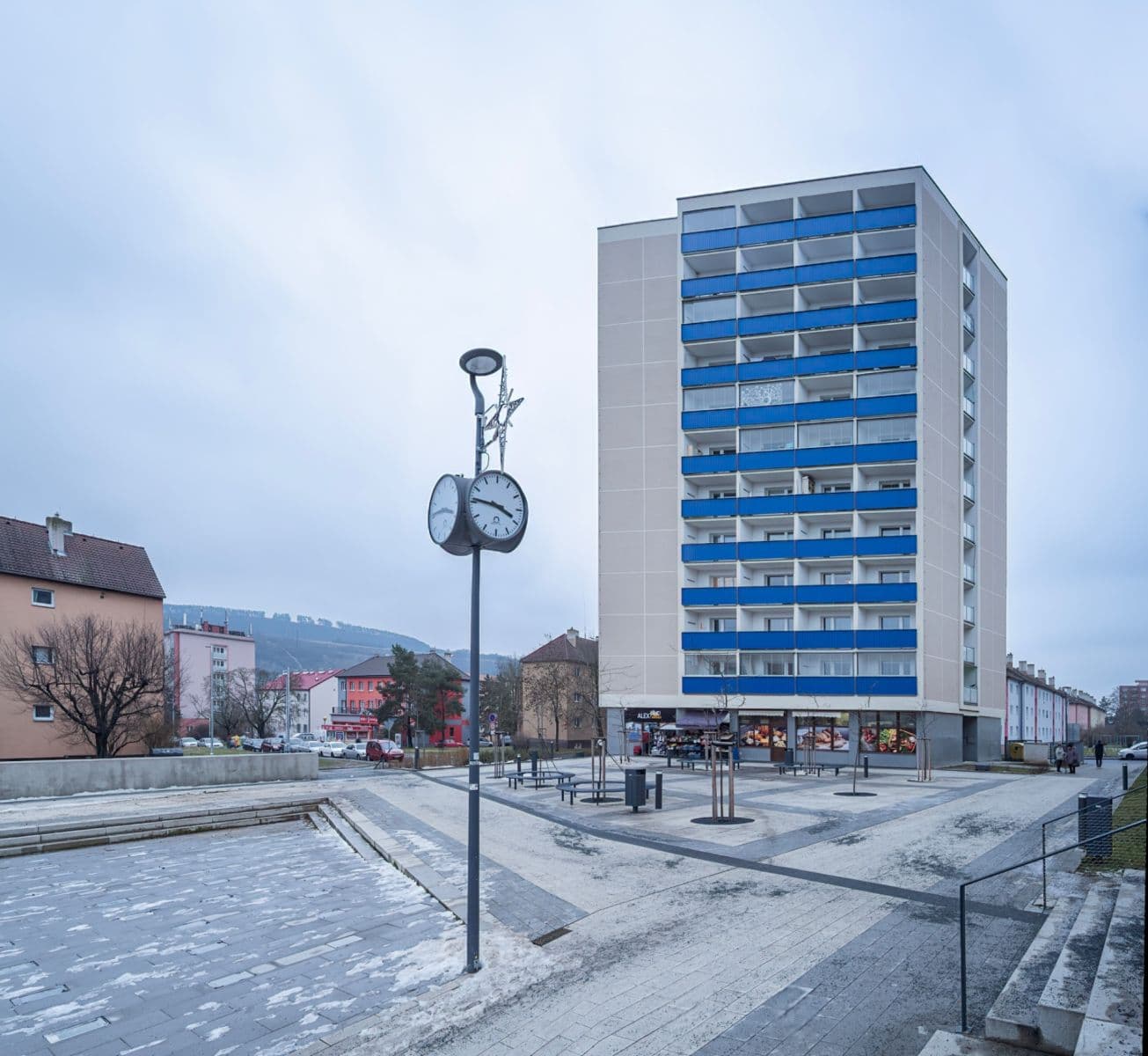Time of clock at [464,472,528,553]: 3:46
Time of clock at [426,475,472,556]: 3:46
